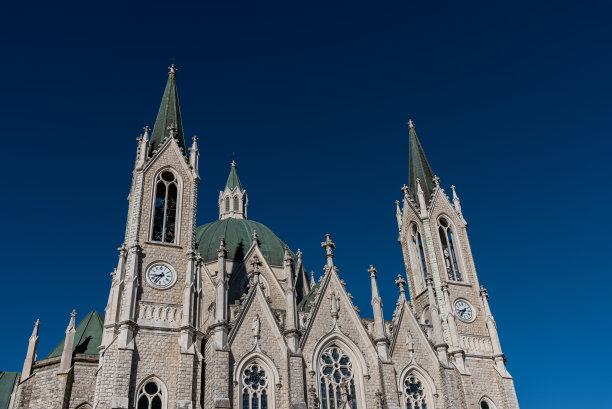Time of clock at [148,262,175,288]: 8:36
